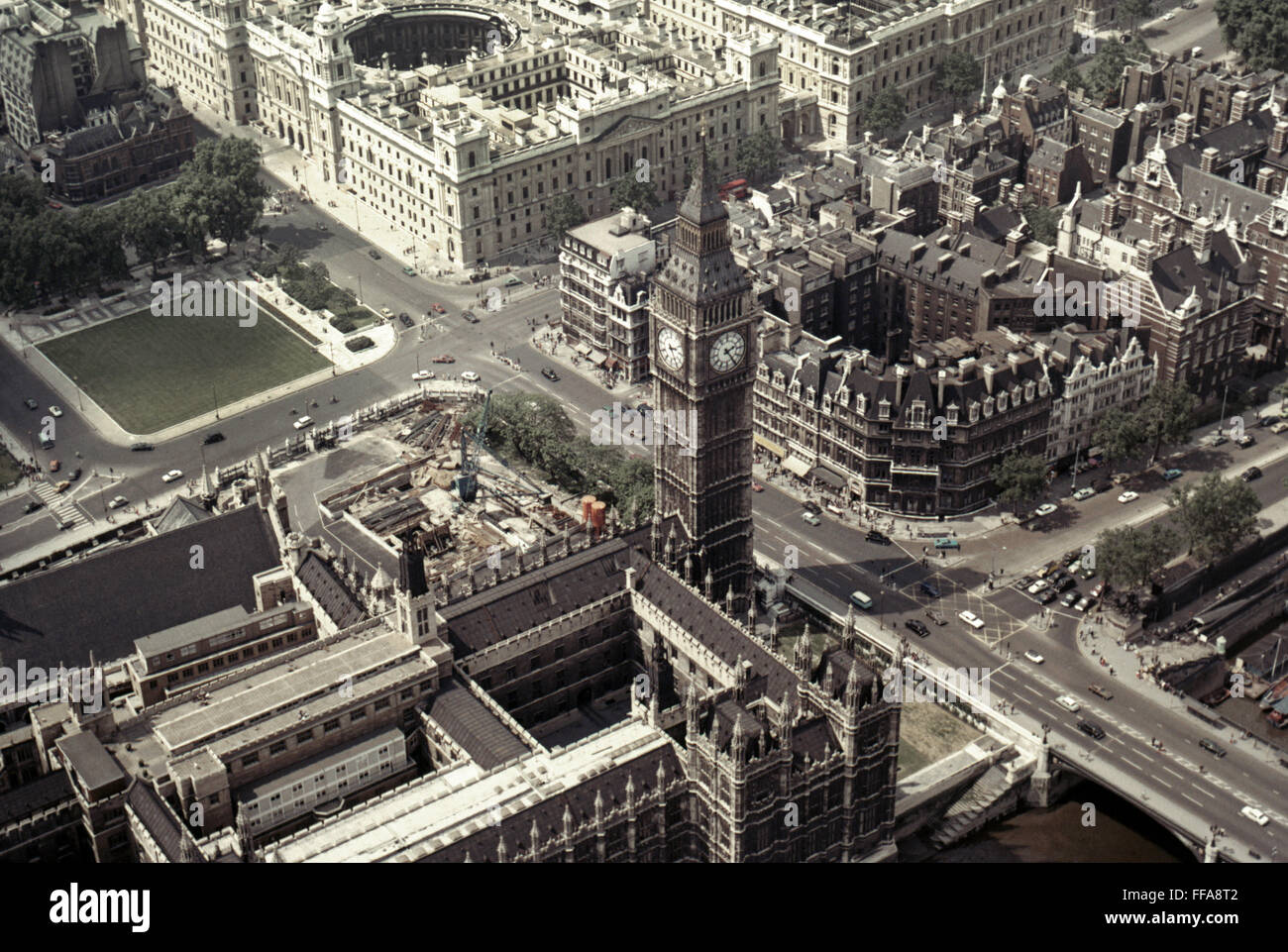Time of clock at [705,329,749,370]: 2:24
